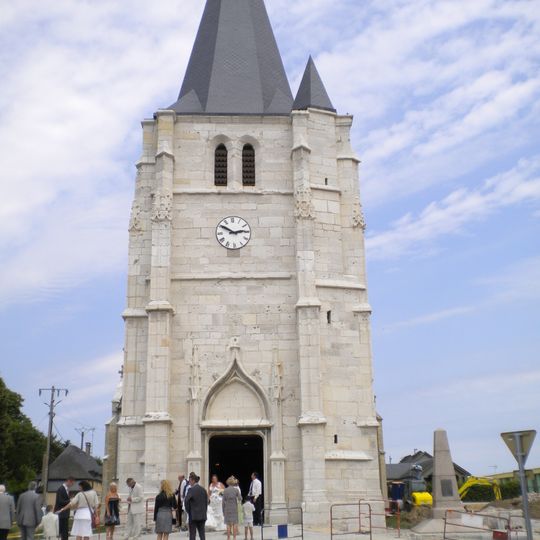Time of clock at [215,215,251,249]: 2:50
